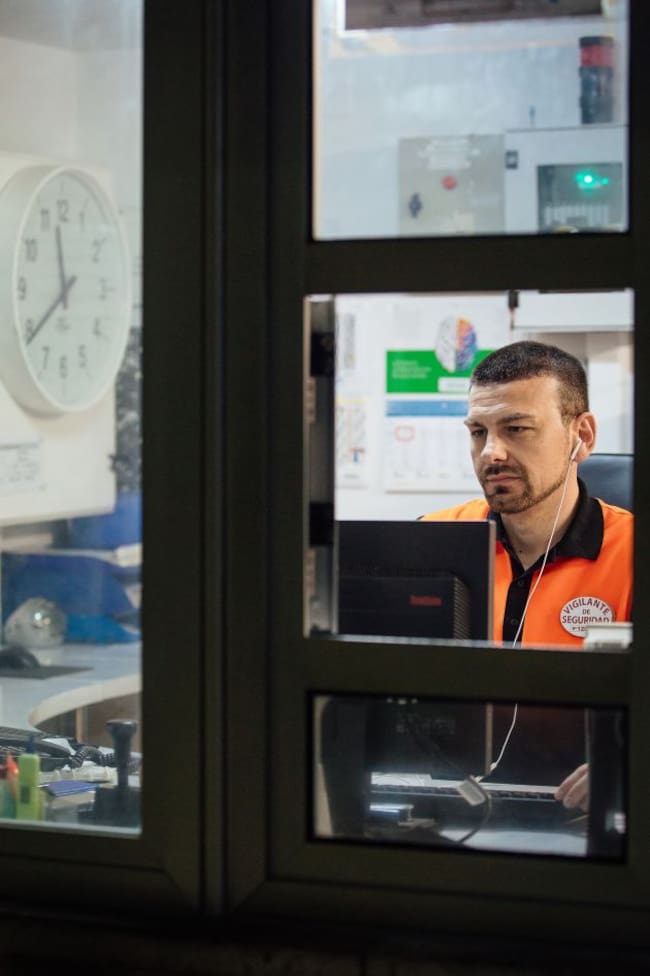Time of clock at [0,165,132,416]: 11:39
